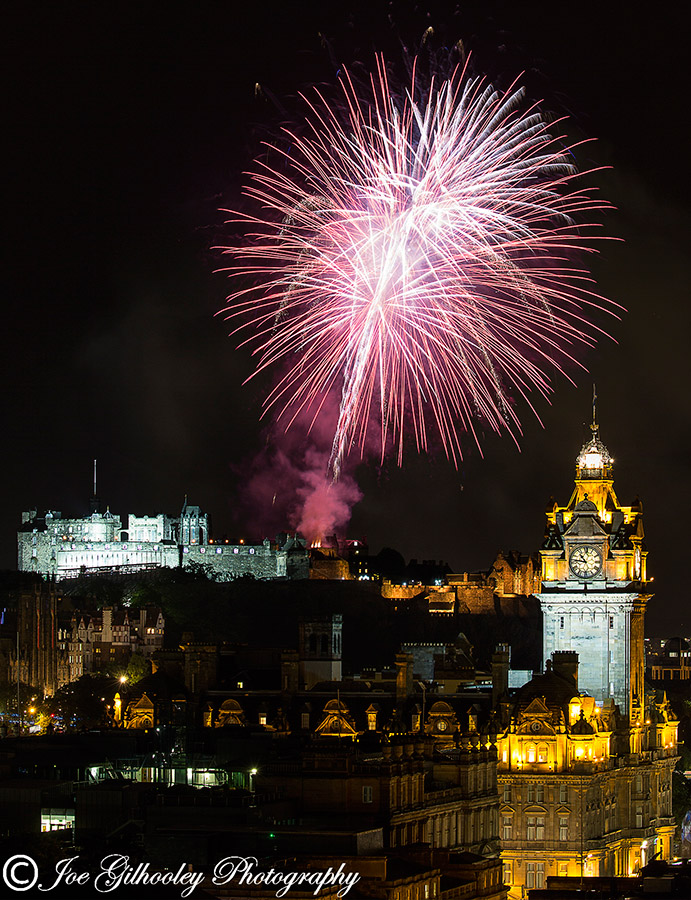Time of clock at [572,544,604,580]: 10:46
